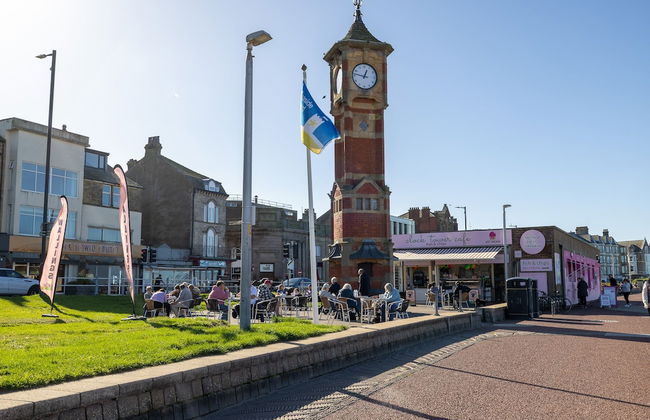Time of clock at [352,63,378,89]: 12:46
